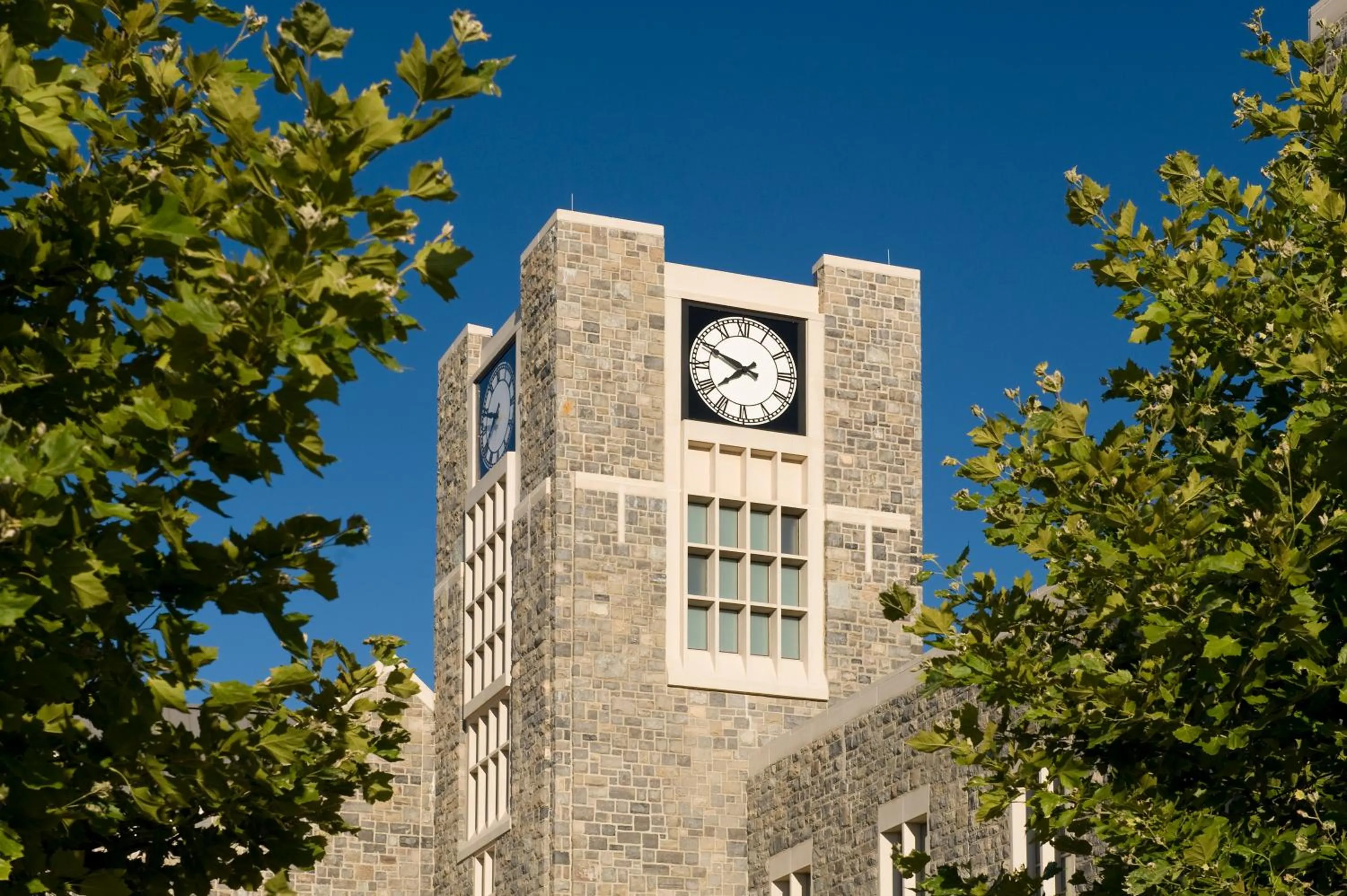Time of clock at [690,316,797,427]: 7:48
